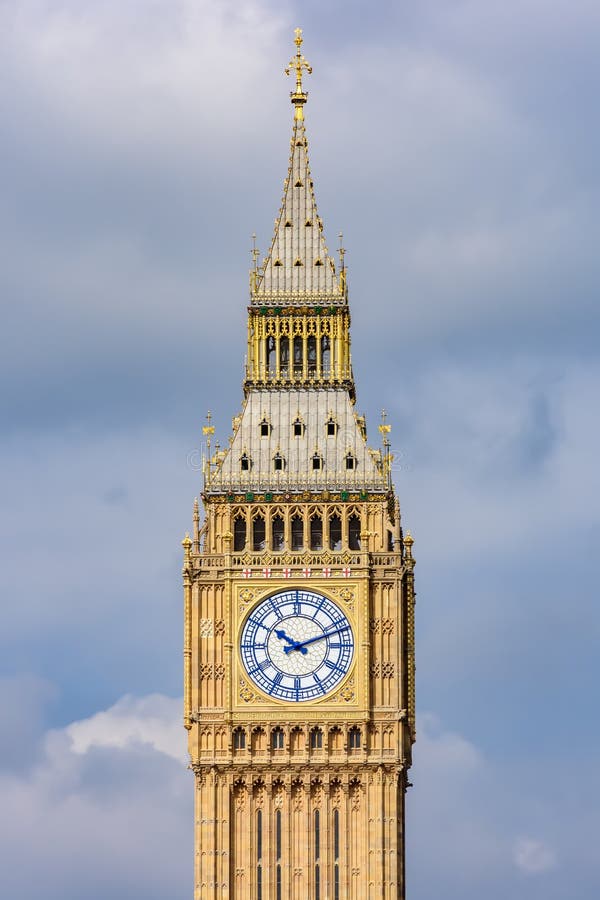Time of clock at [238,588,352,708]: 10:11
